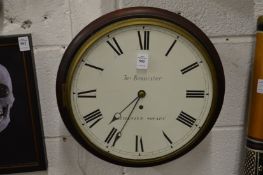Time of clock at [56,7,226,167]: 7:34
